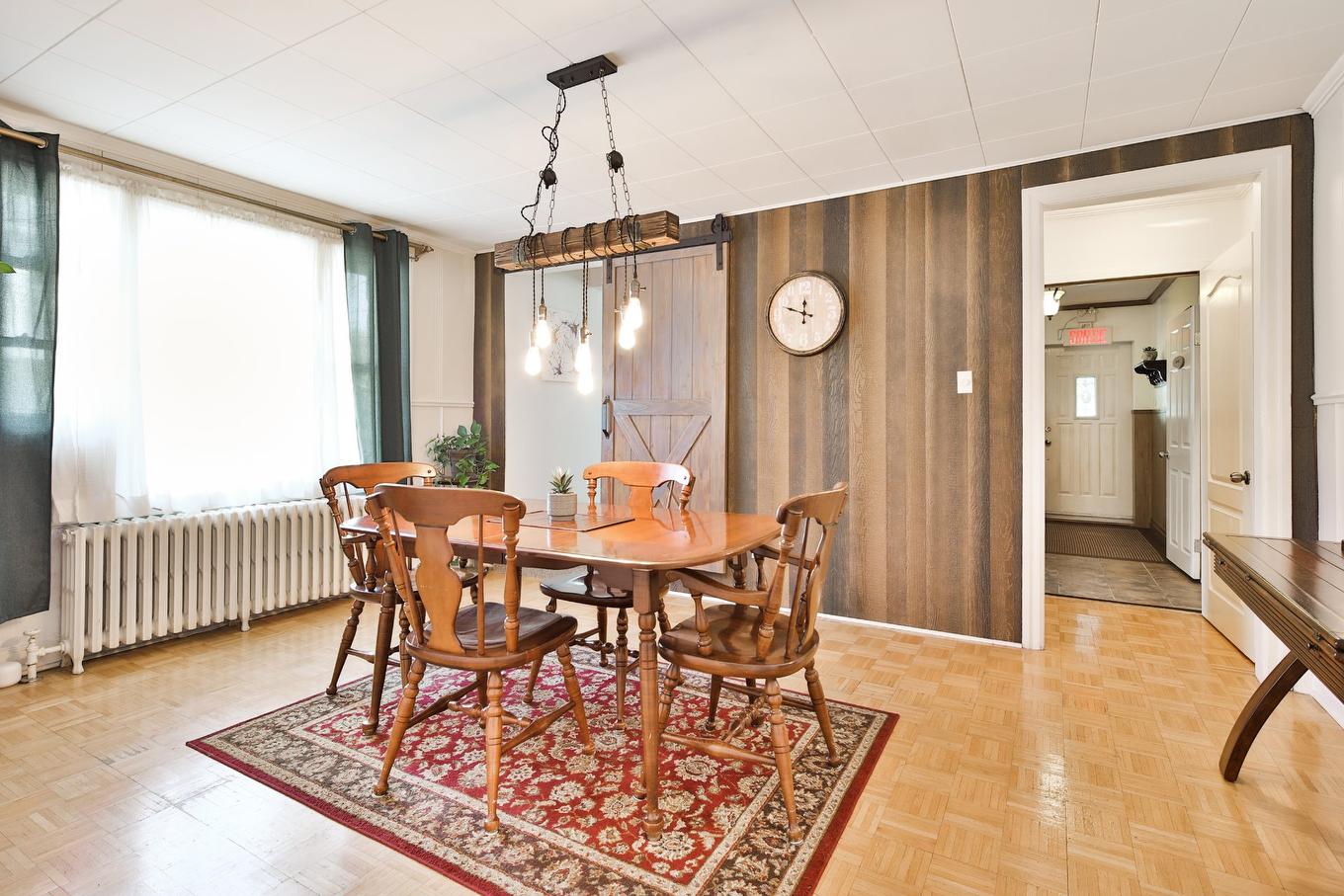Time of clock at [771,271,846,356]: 11:48
